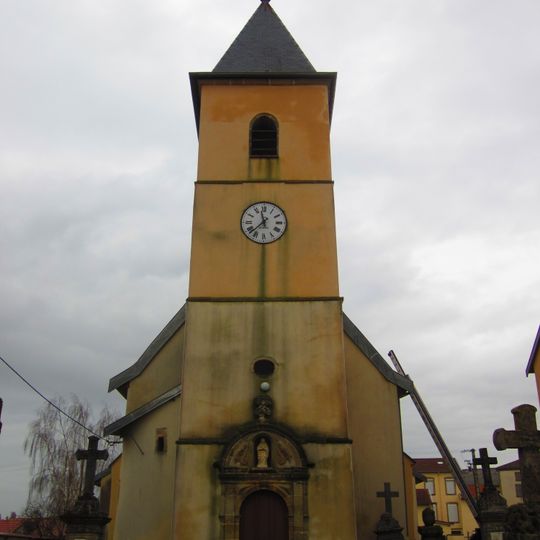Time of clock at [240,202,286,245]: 11:37
